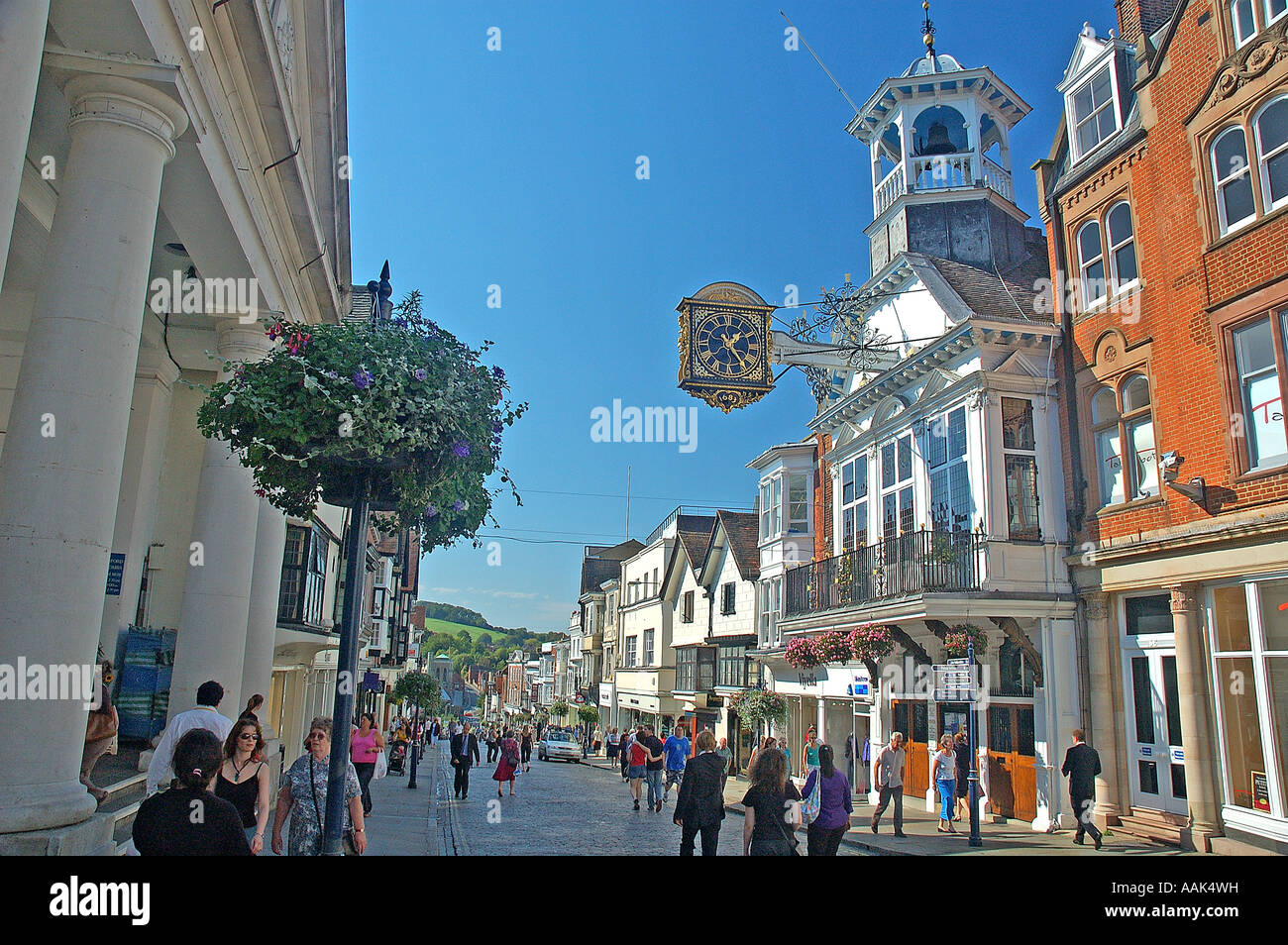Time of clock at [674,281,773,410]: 1:23
